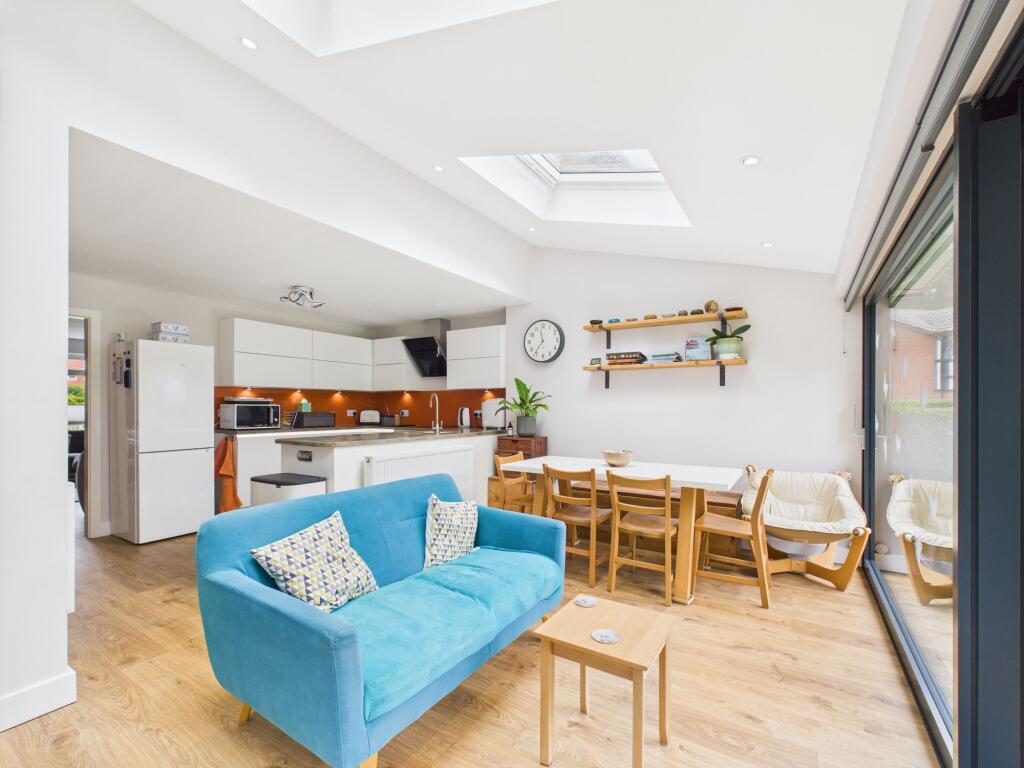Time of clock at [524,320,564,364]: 11:36
